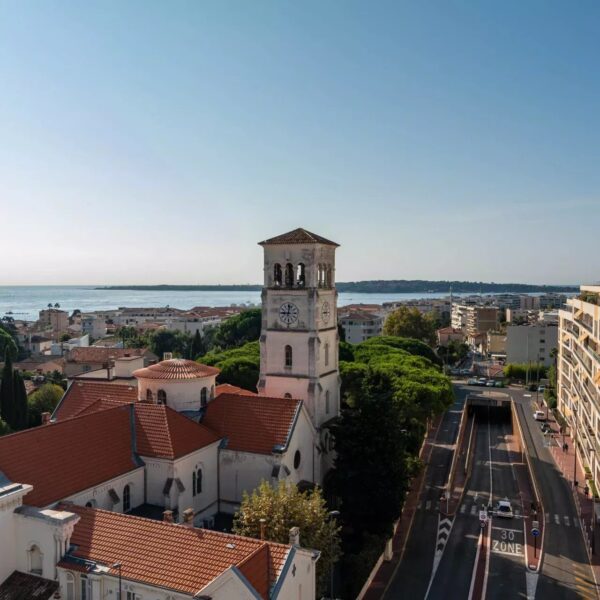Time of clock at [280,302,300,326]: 9:01
